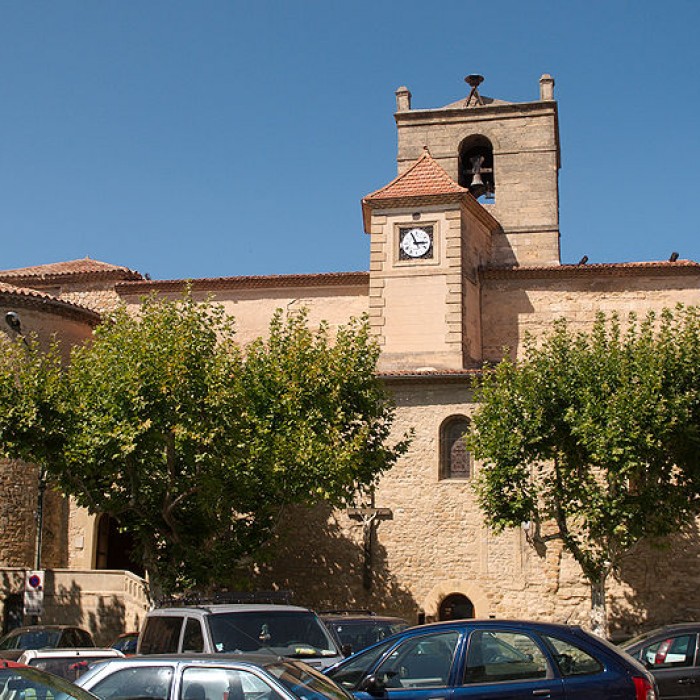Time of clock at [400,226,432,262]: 2:56
